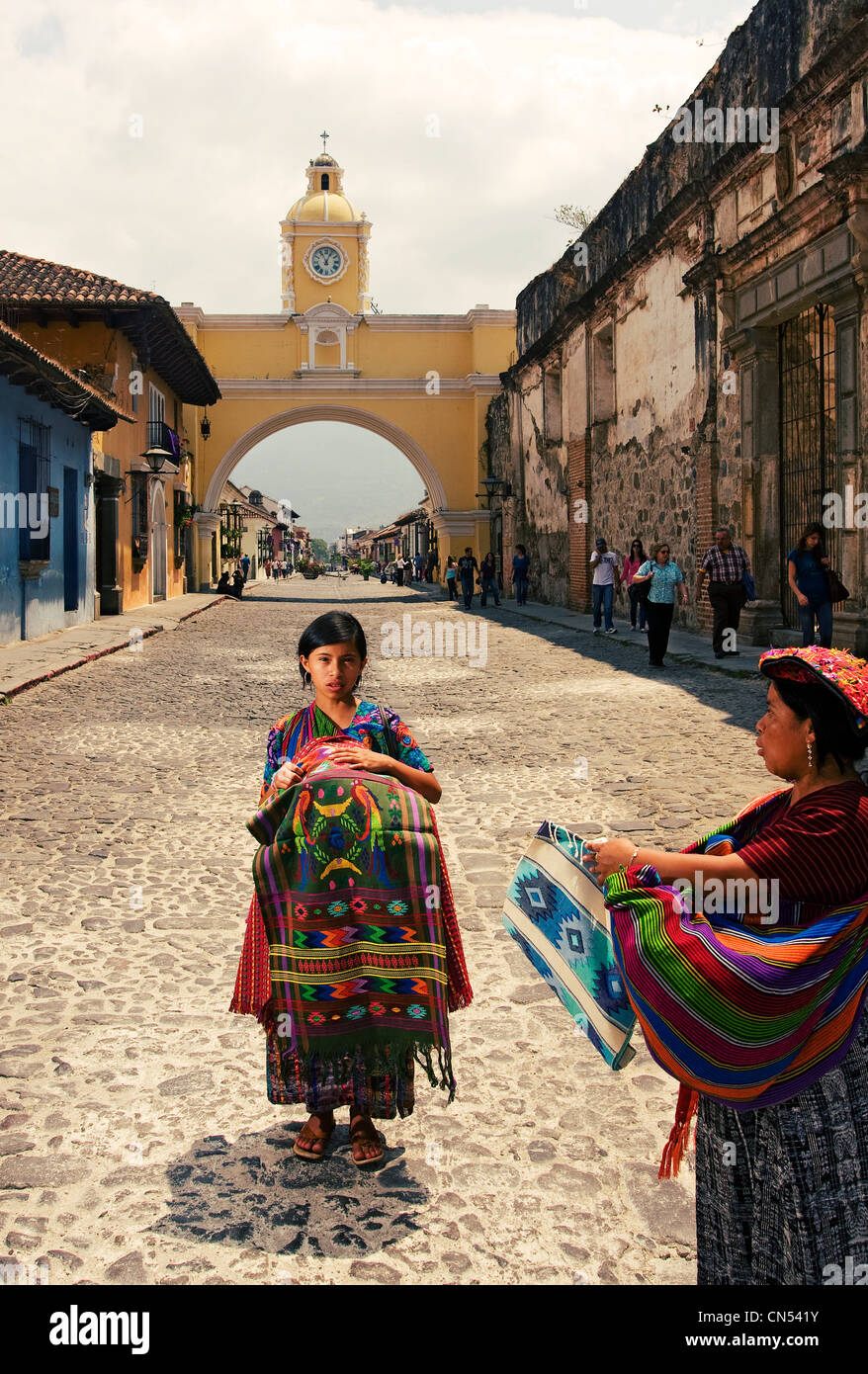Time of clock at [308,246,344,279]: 11:04
